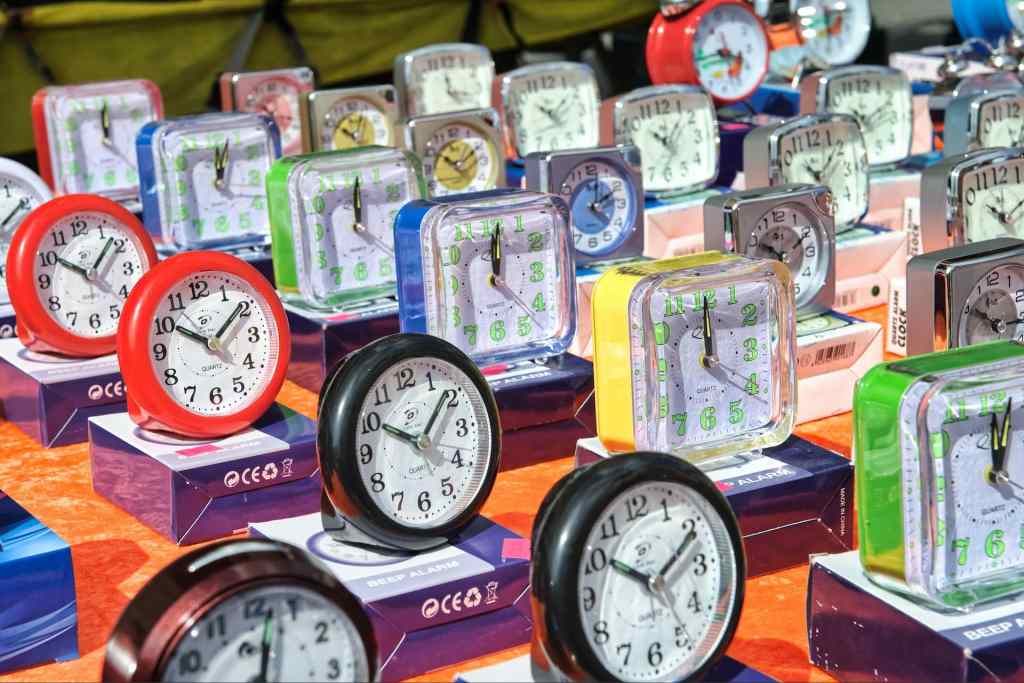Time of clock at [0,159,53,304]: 10:07
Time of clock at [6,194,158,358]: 10:07
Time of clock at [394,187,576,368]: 12:01
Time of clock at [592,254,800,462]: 12:00
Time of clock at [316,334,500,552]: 10:08
